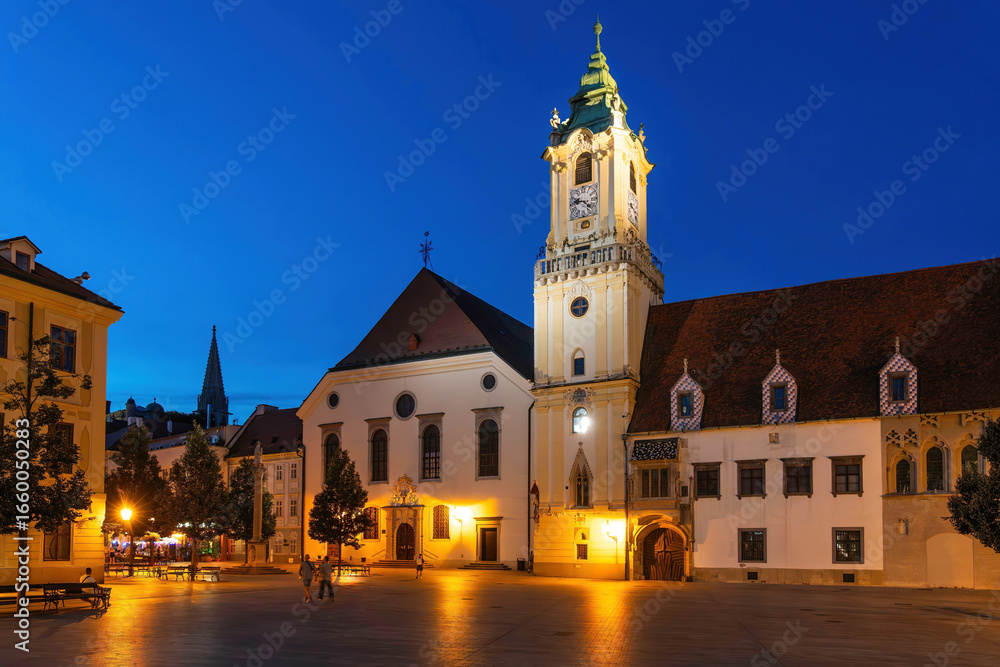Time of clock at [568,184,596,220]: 9:22
